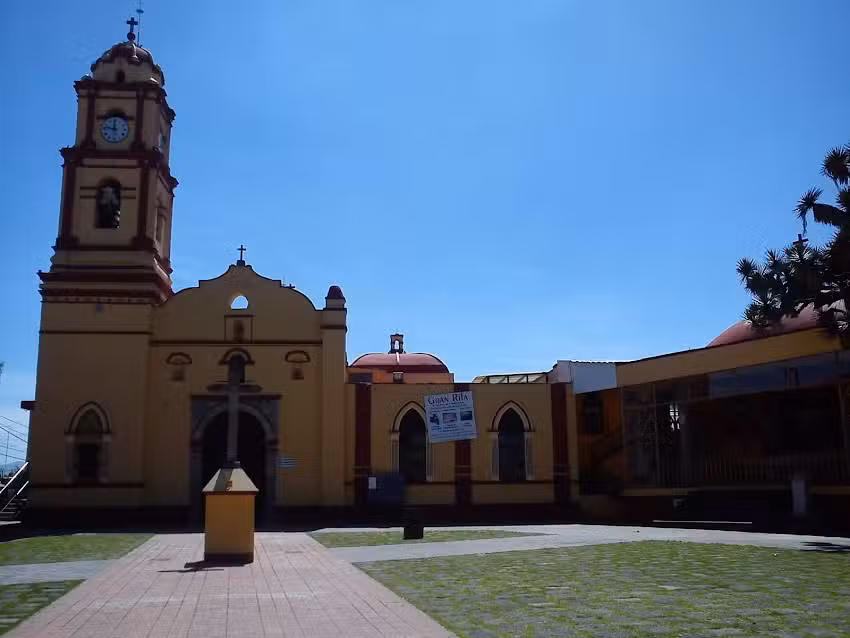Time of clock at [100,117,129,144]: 11:47
